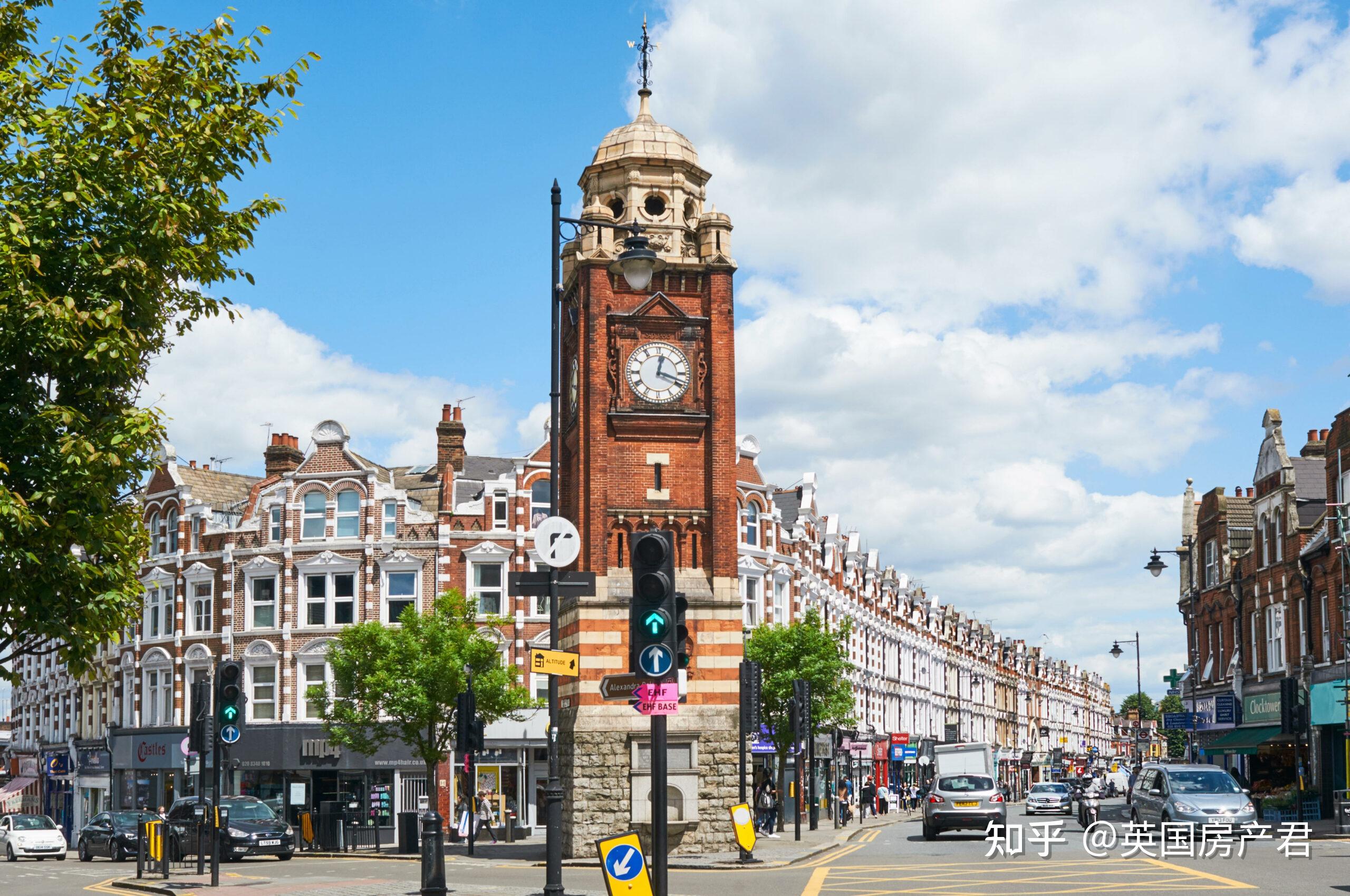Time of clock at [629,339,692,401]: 12:18
